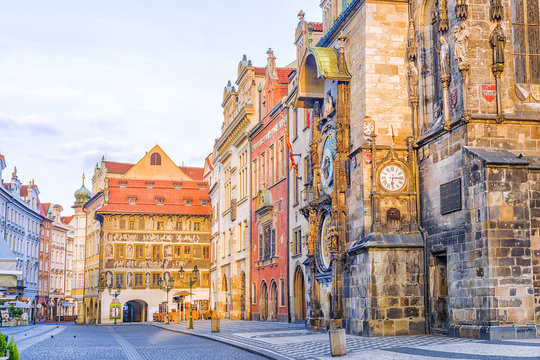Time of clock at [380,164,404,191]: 6:14
